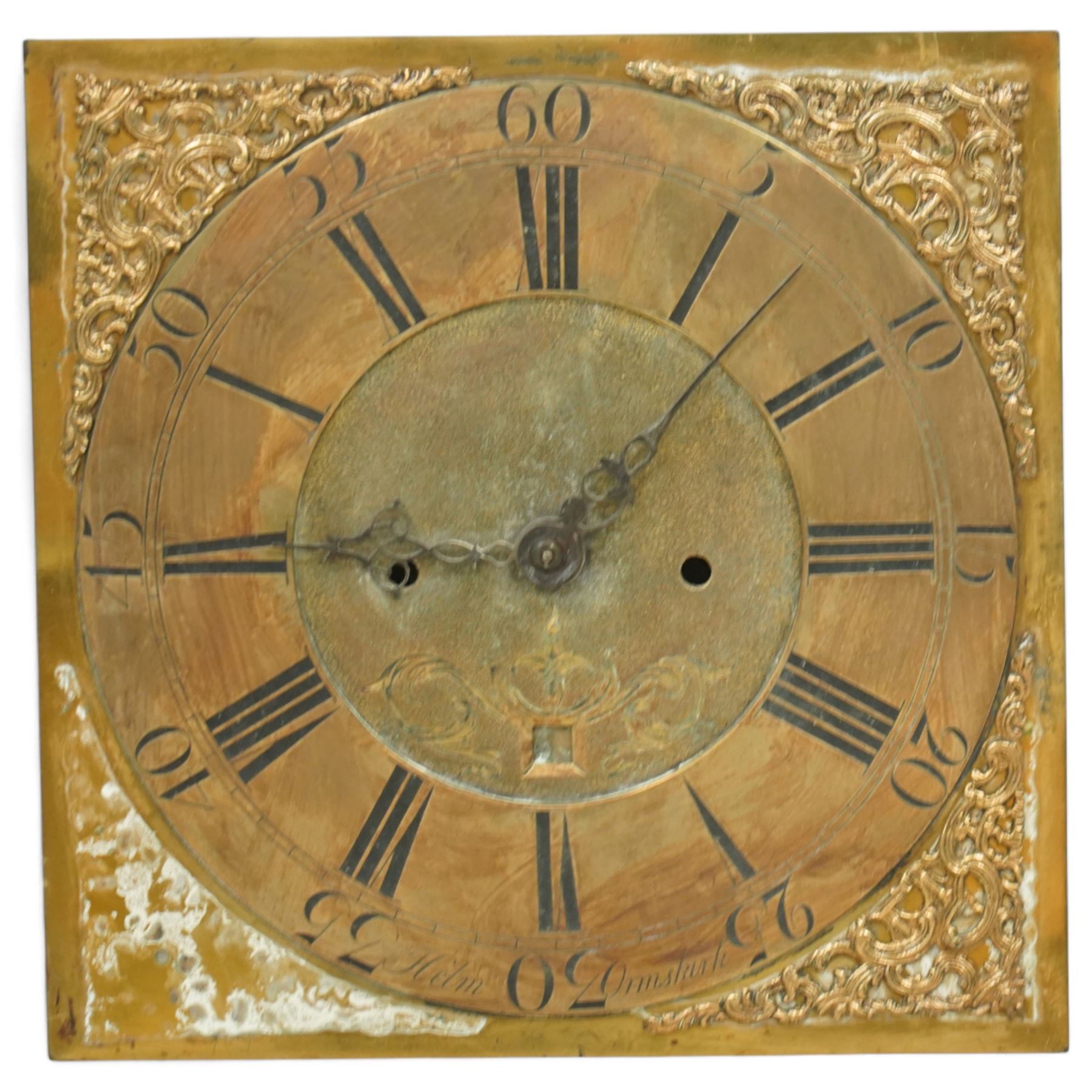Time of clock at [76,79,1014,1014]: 9:07
